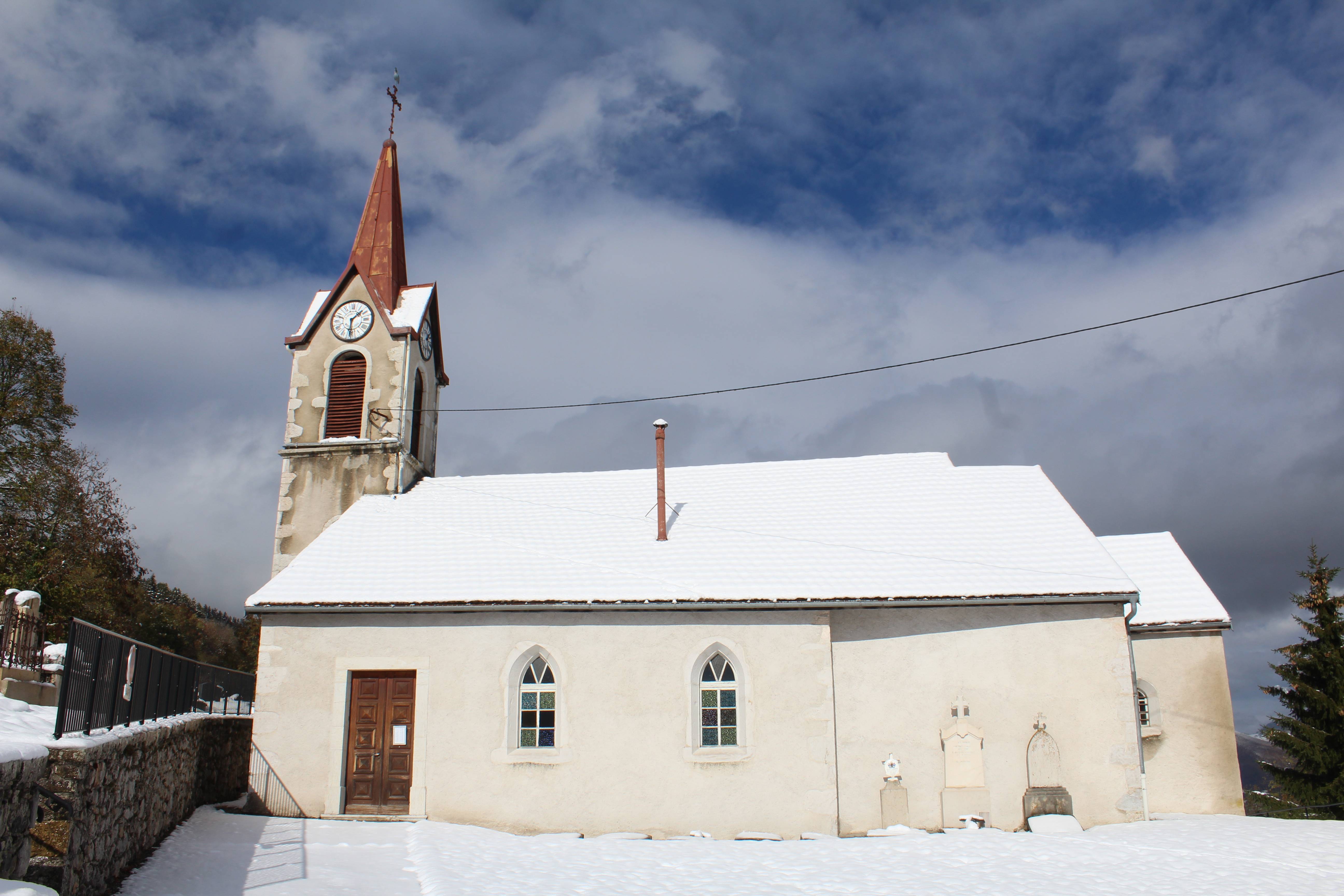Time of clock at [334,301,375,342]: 1:30
